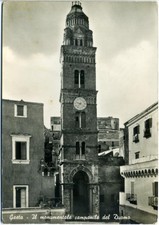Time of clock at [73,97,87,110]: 9:36
